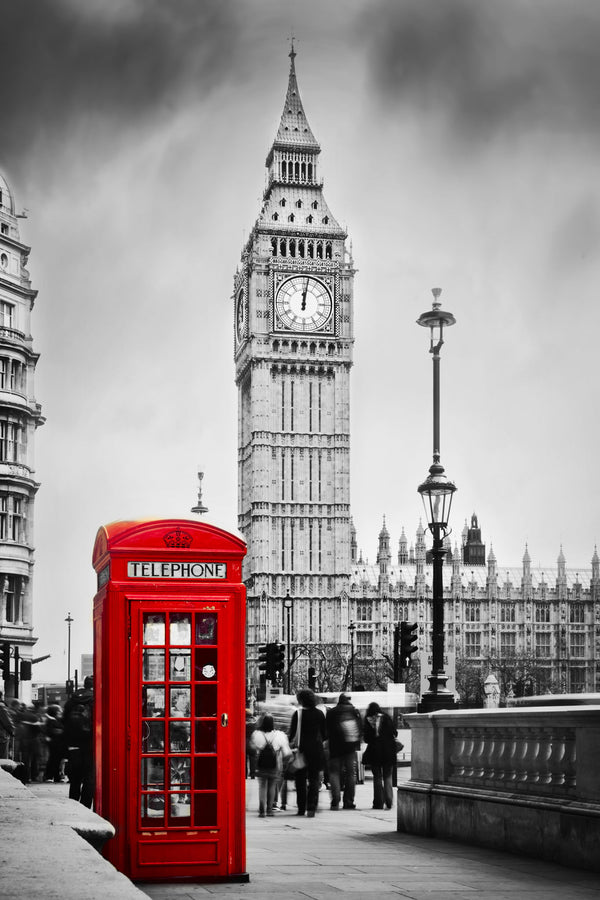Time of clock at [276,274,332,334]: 12:01
